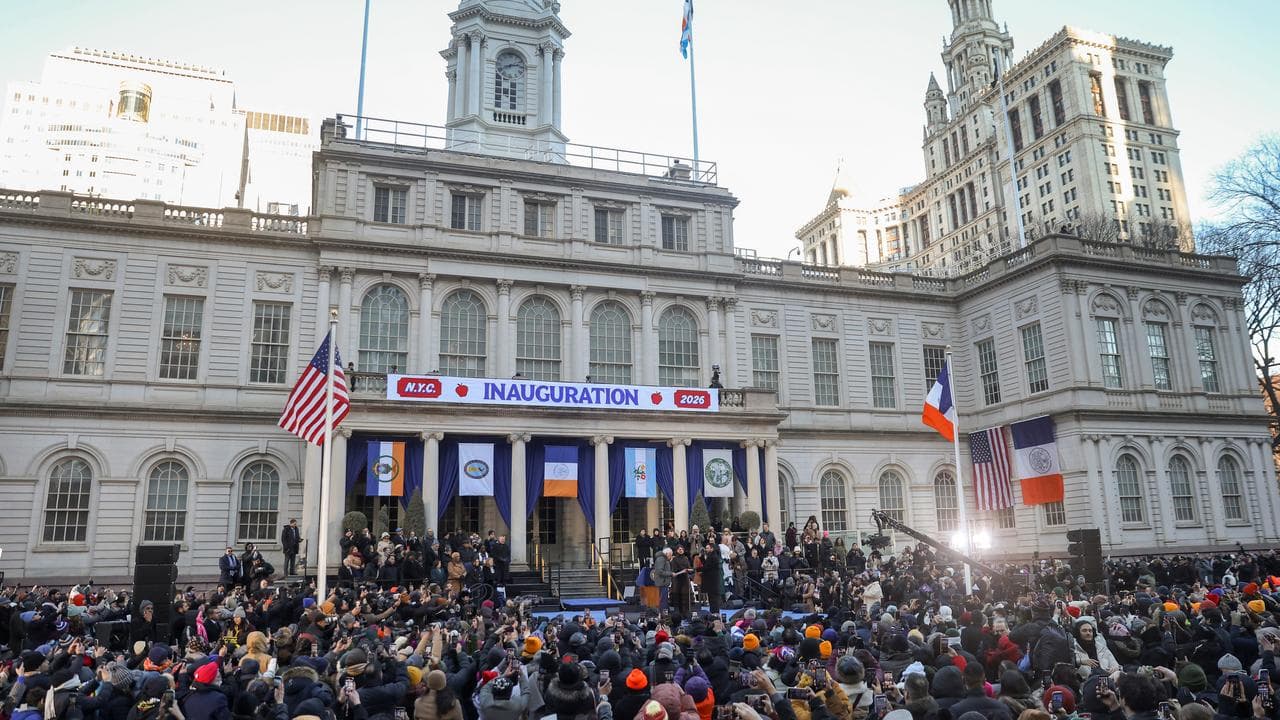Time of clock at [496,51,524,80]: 2:40
